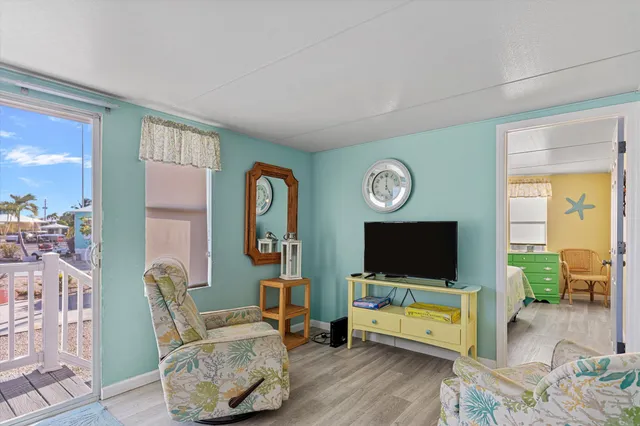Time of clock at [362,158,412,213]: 5:00
